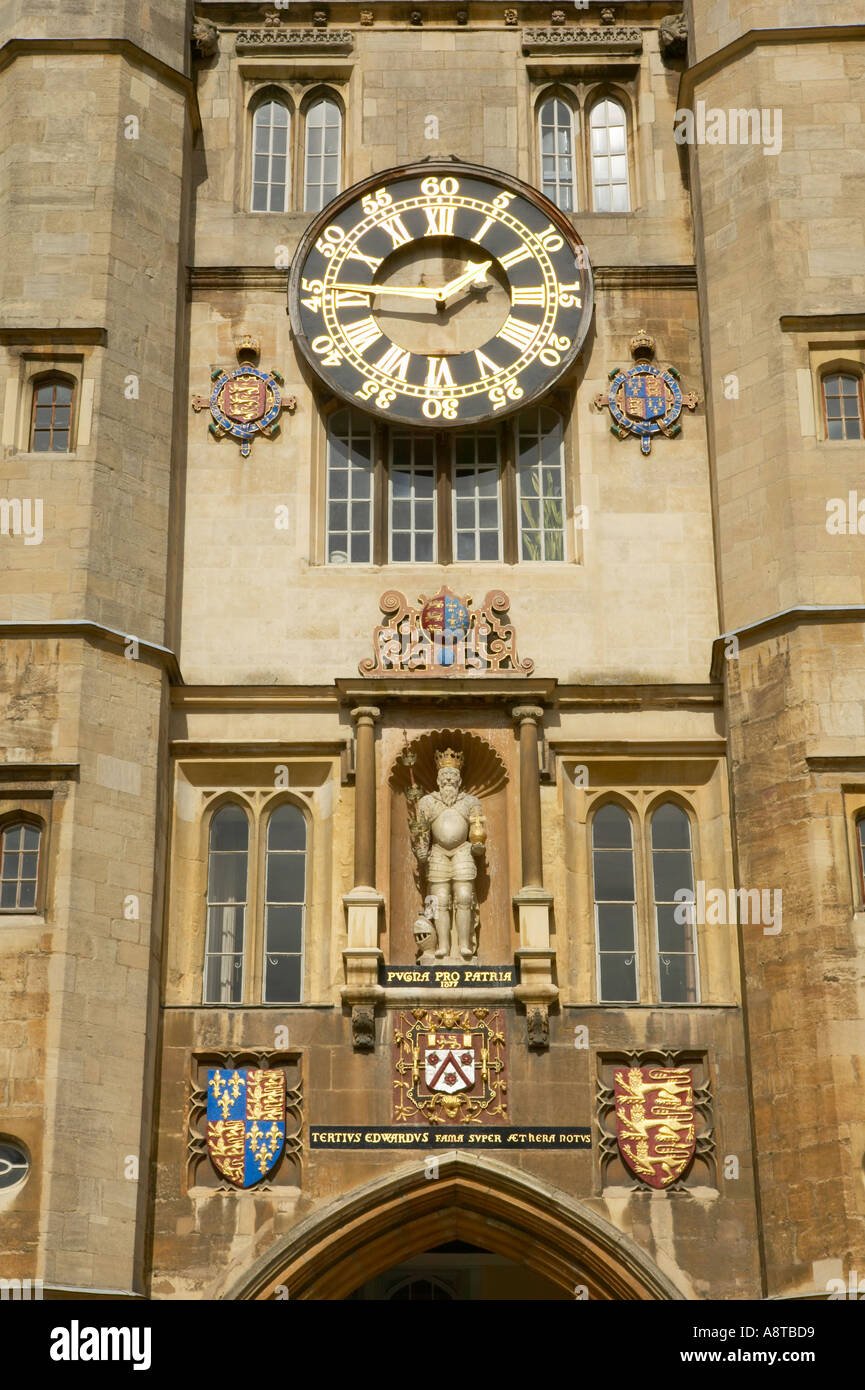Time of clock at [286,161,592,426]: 1:46
